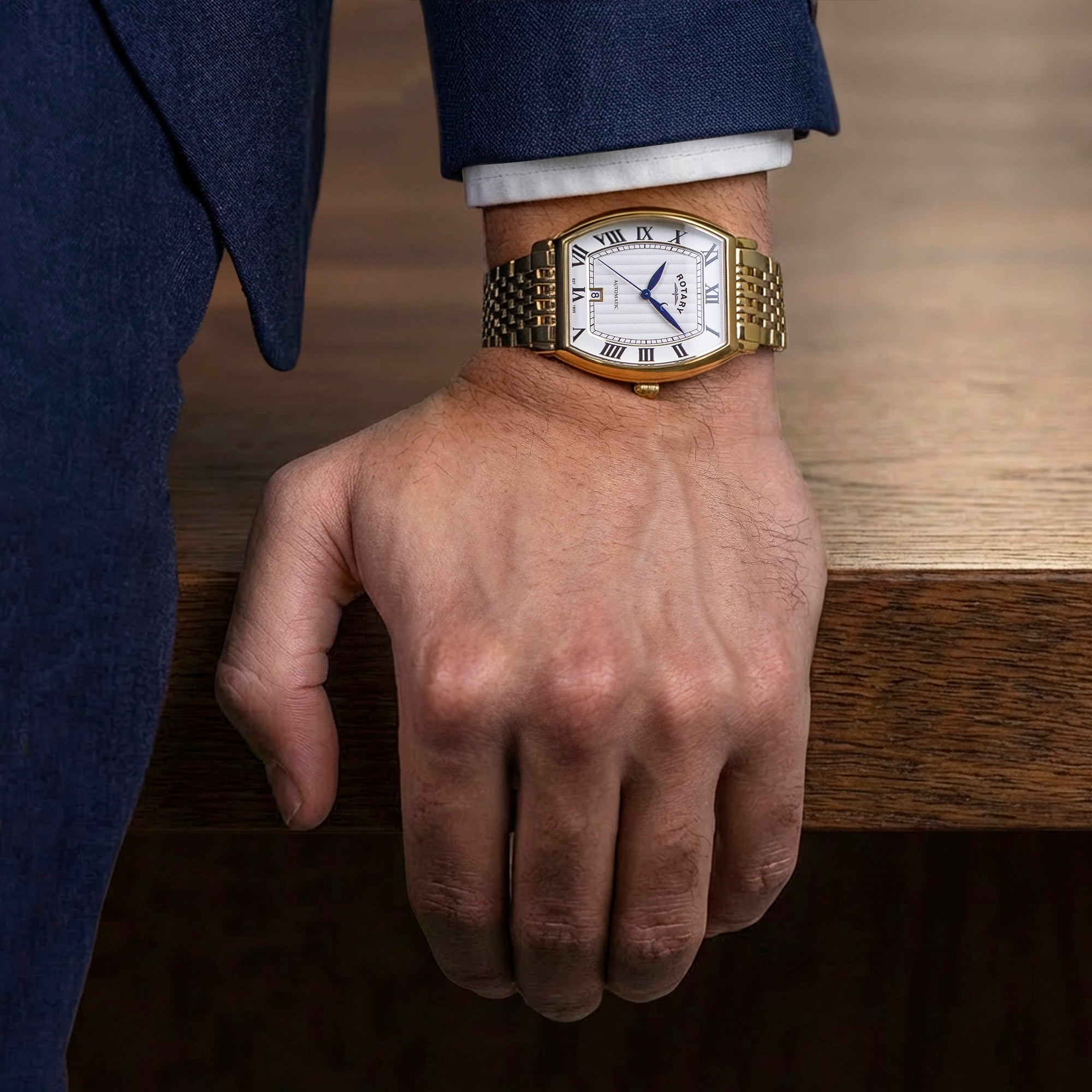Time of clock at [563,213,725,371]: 1:22
